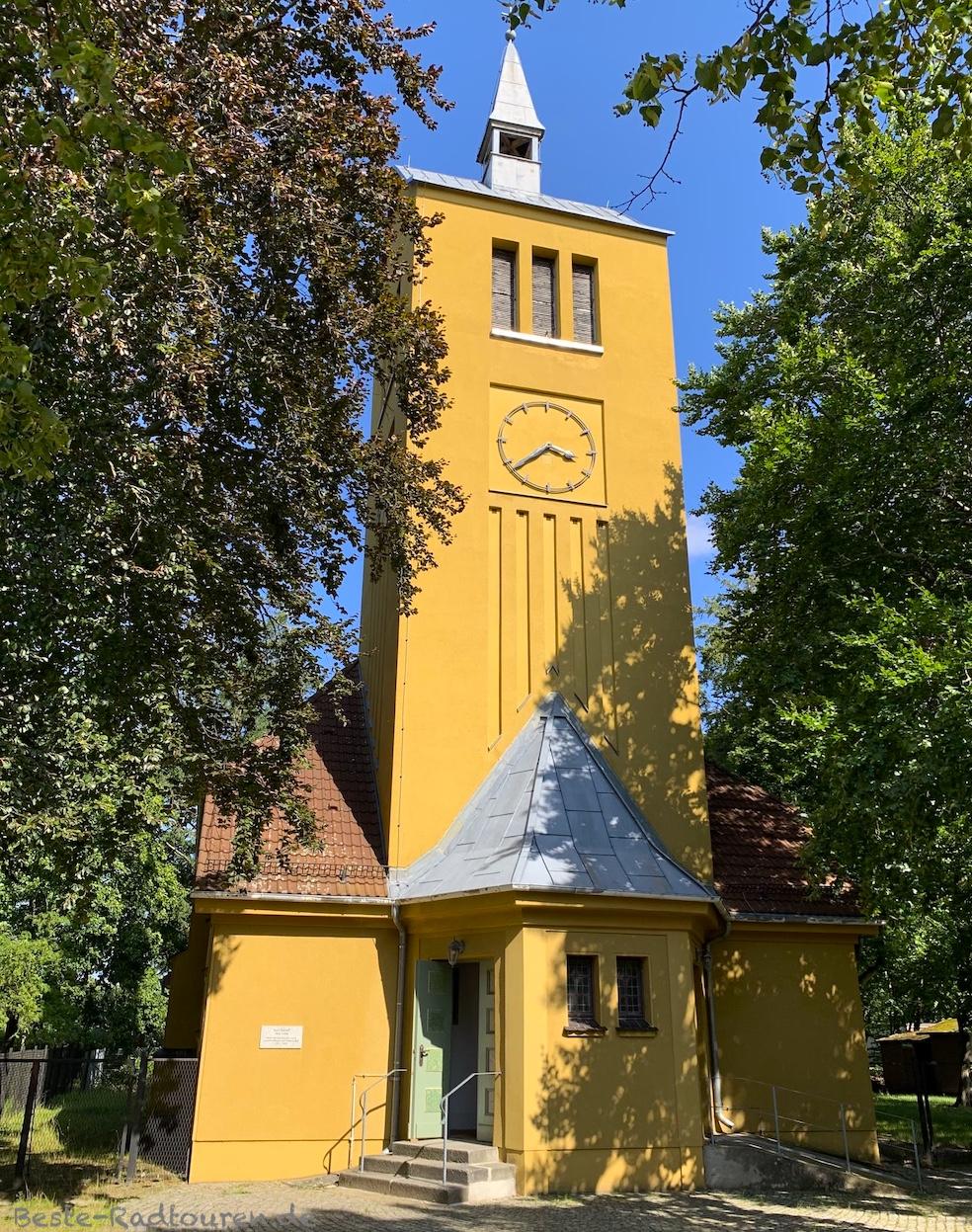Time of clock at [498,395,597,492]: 3:38
